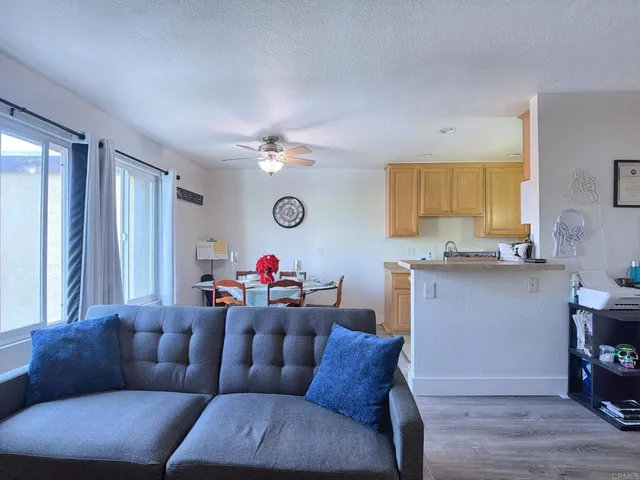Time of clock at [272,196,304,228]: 3:02
